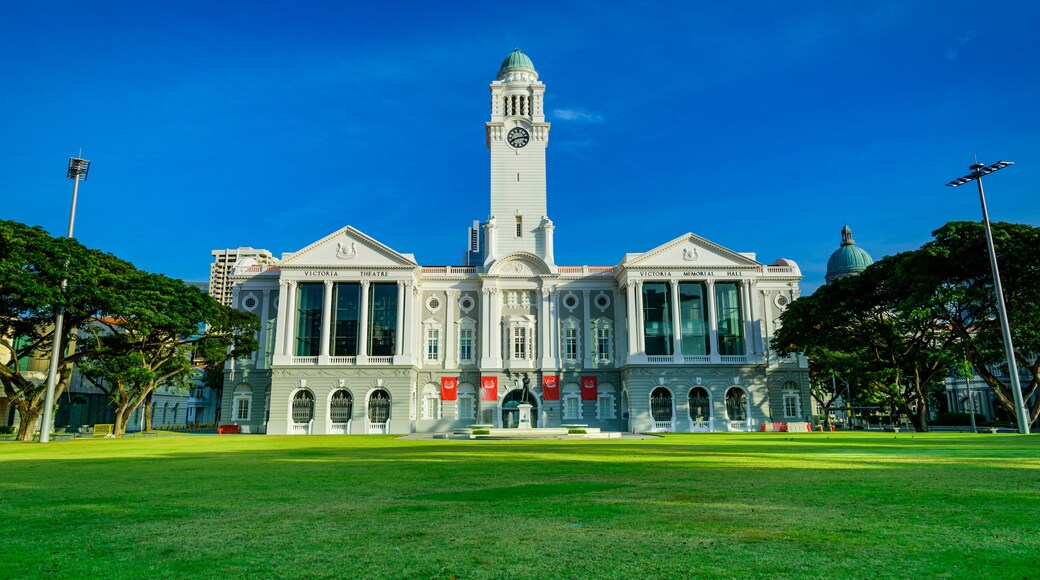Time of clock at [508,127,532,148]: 8:13
